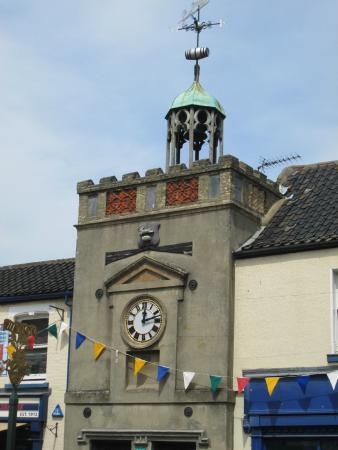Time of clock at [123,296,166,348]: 12:12
